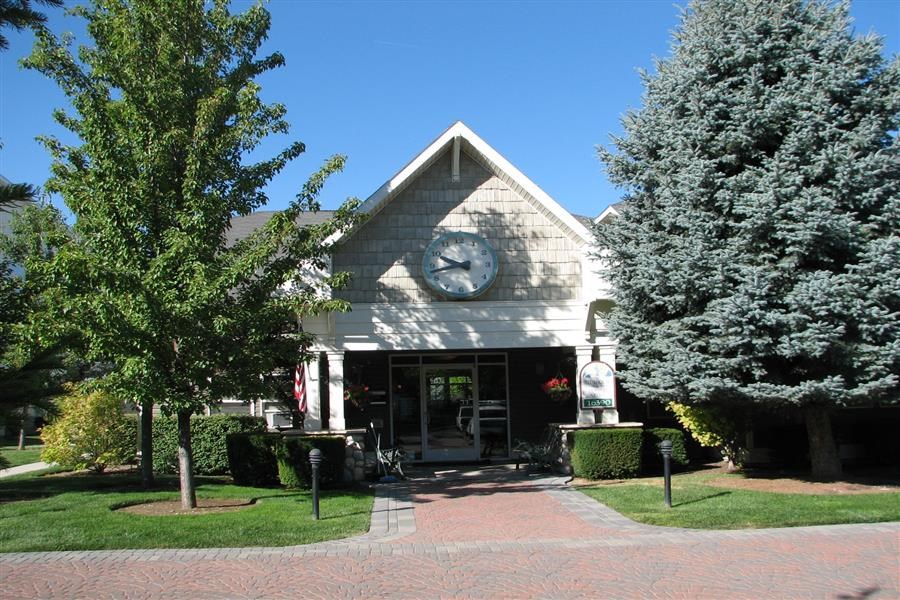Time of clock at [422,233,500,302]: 9:42
